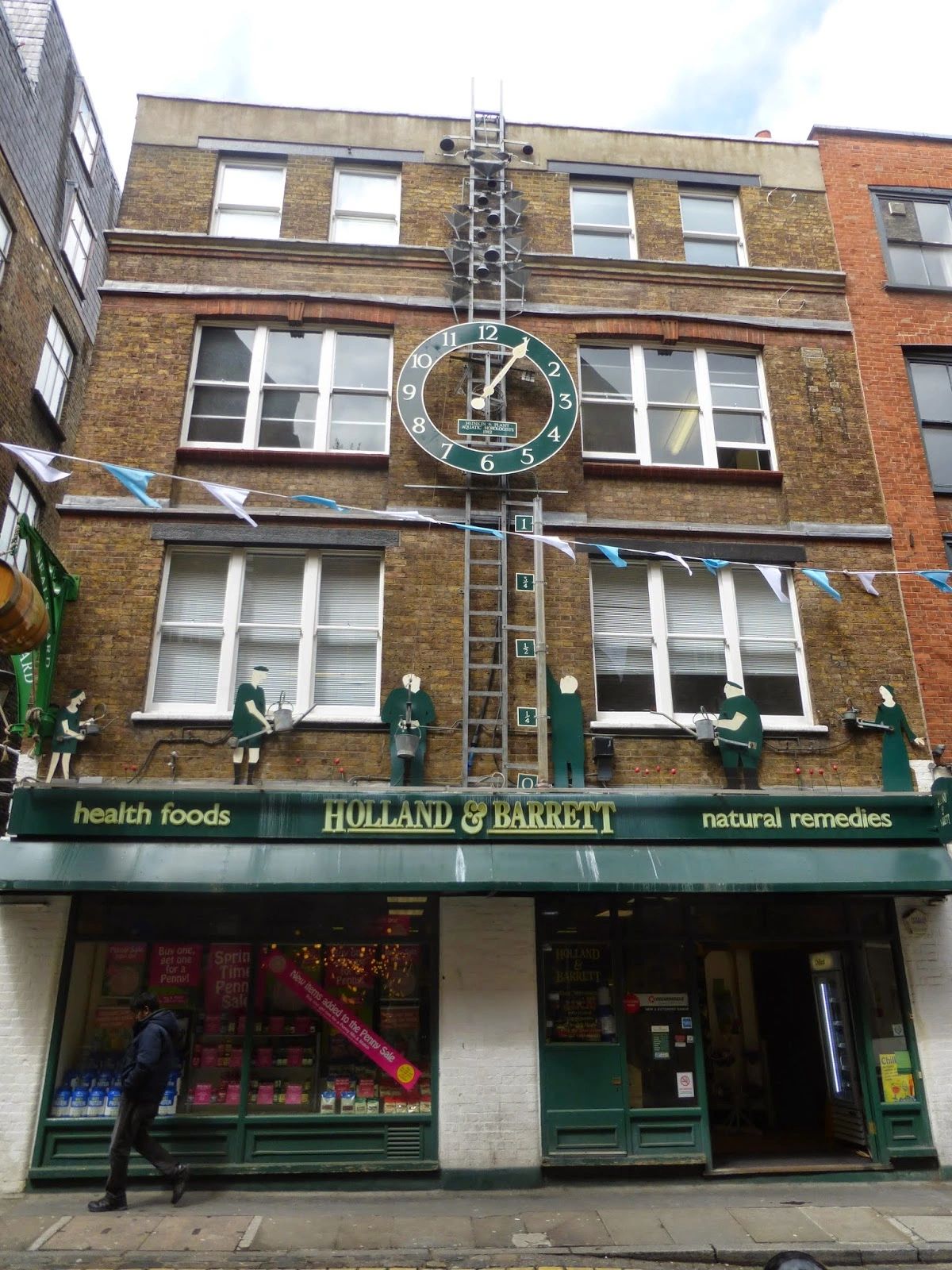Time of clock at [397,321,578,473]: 12:05
